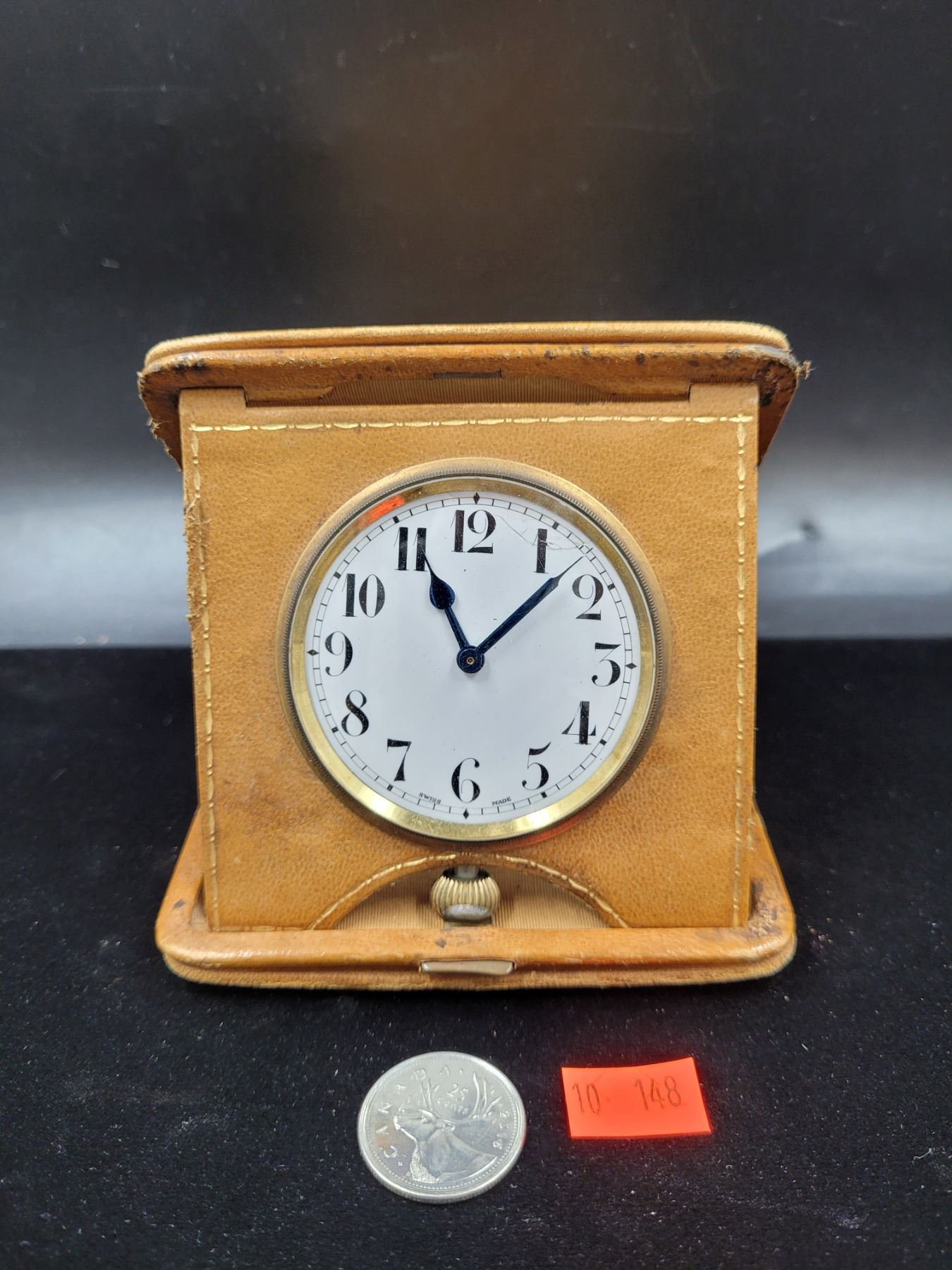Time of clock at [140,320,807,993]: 11:07
